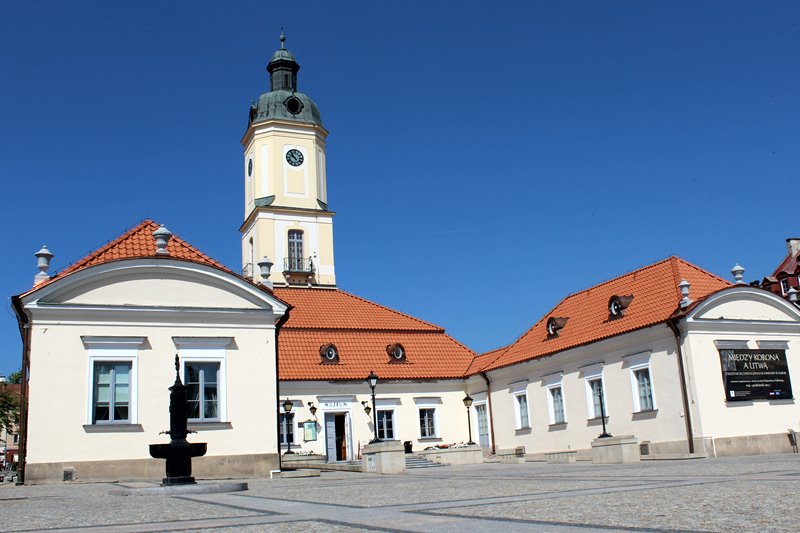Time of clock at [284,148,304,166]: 9:53
